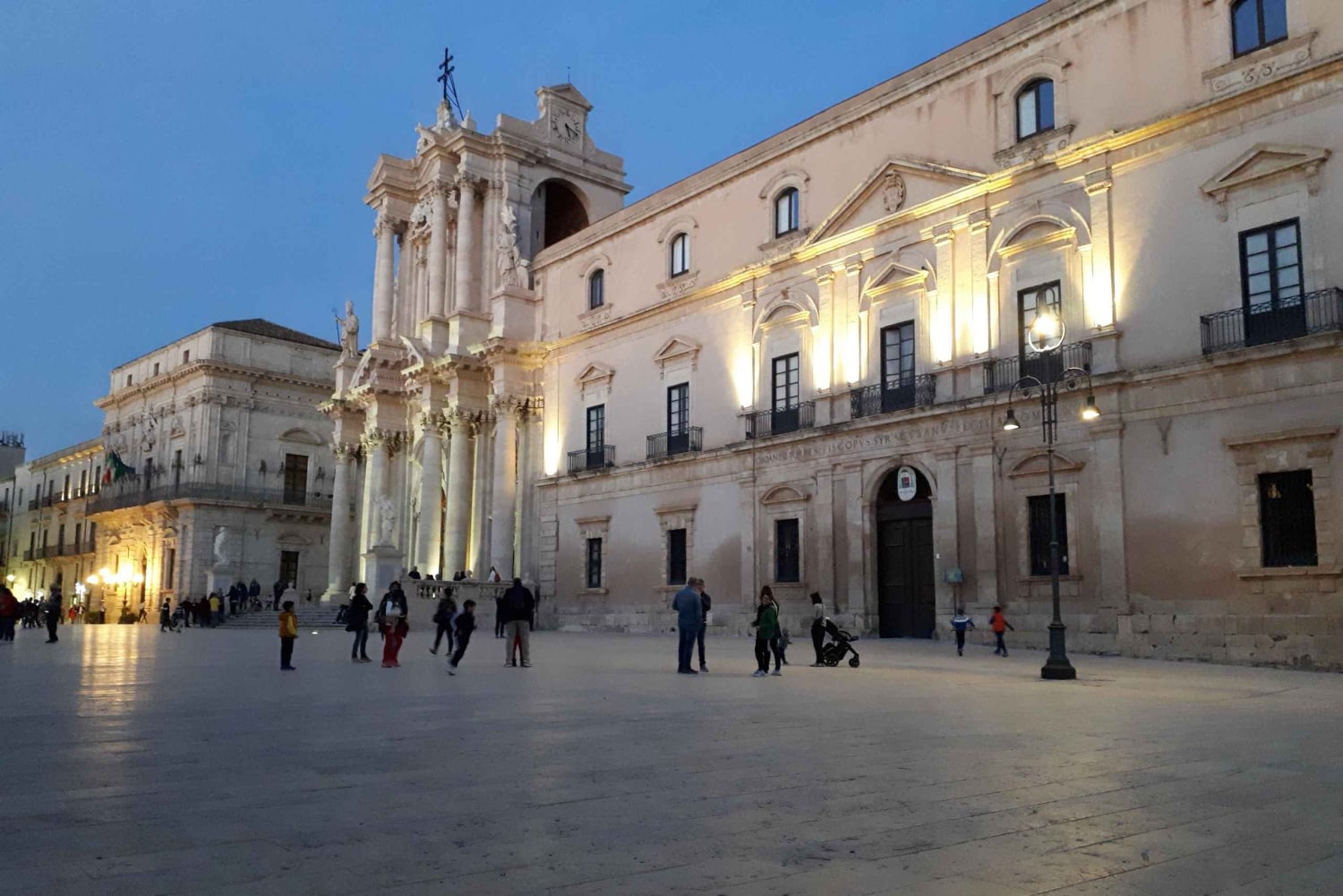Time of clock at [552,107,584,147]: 5:18
